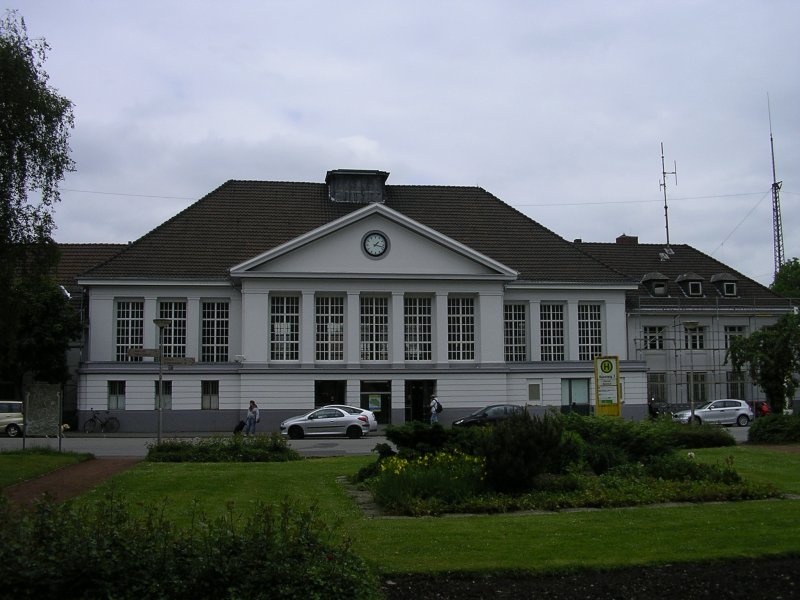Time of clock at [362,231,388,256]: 1:17
